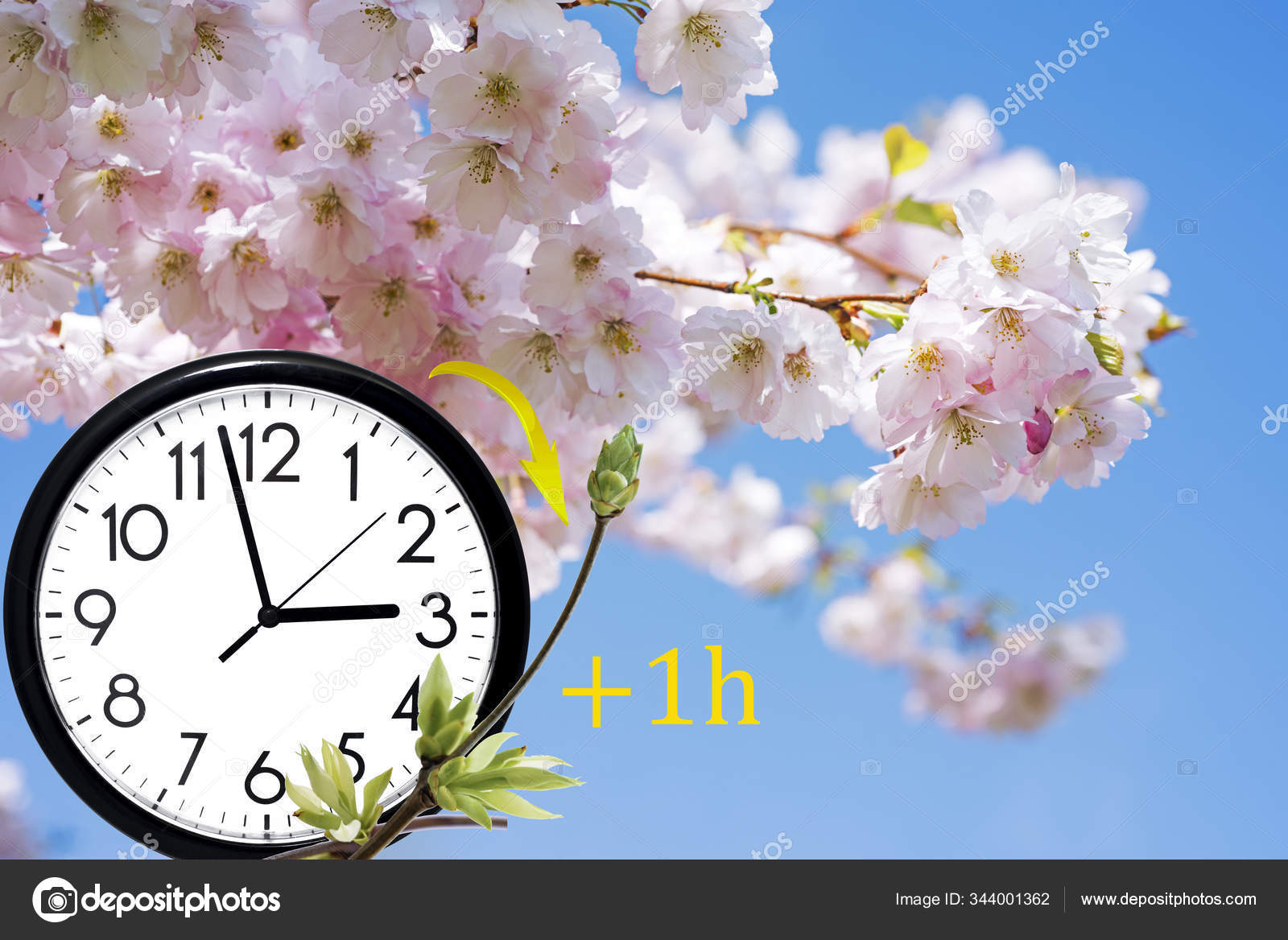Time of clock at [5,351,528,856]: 2:57
